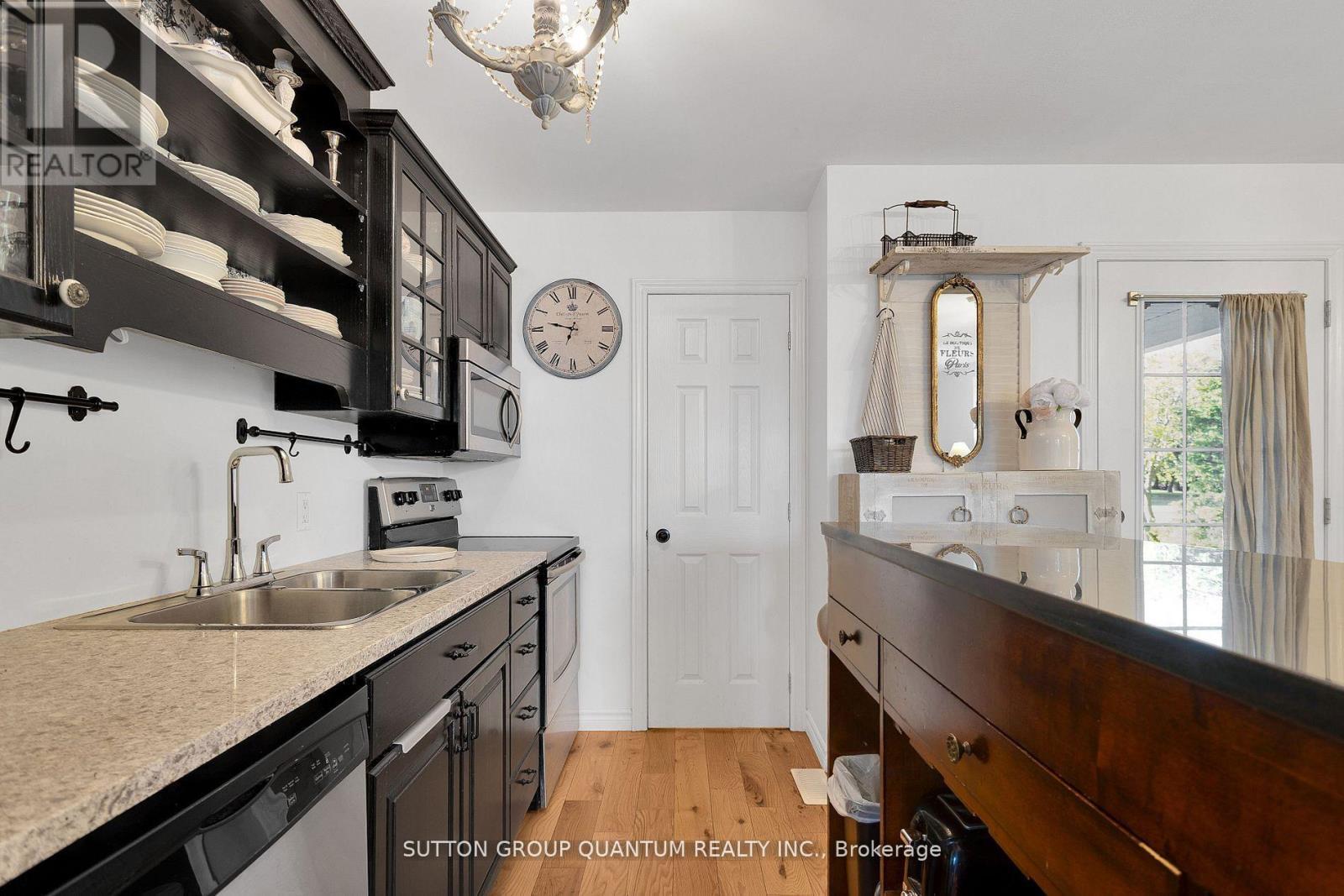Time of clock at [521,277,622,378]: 6:47
